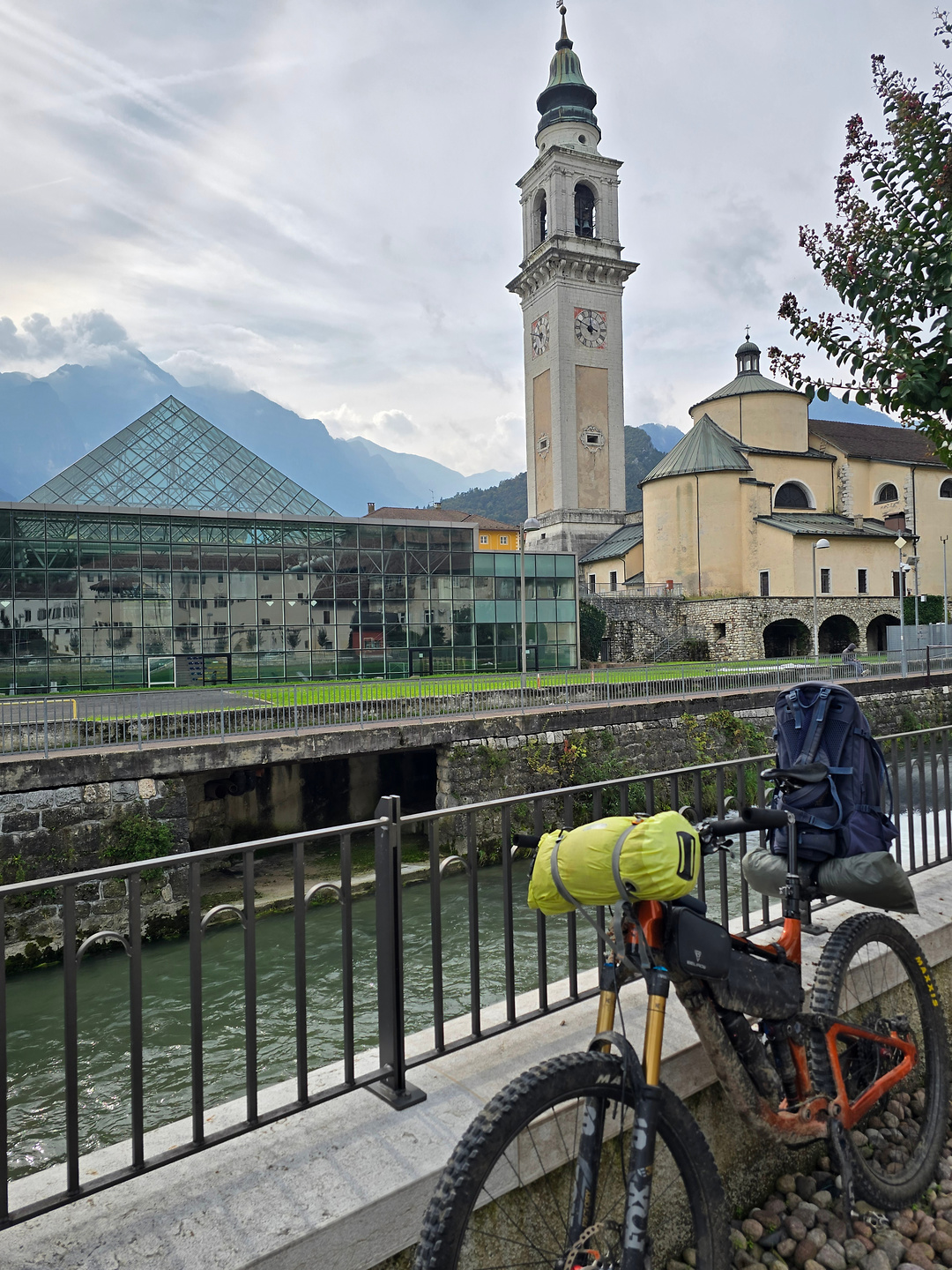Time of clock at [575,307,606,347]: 11:49
